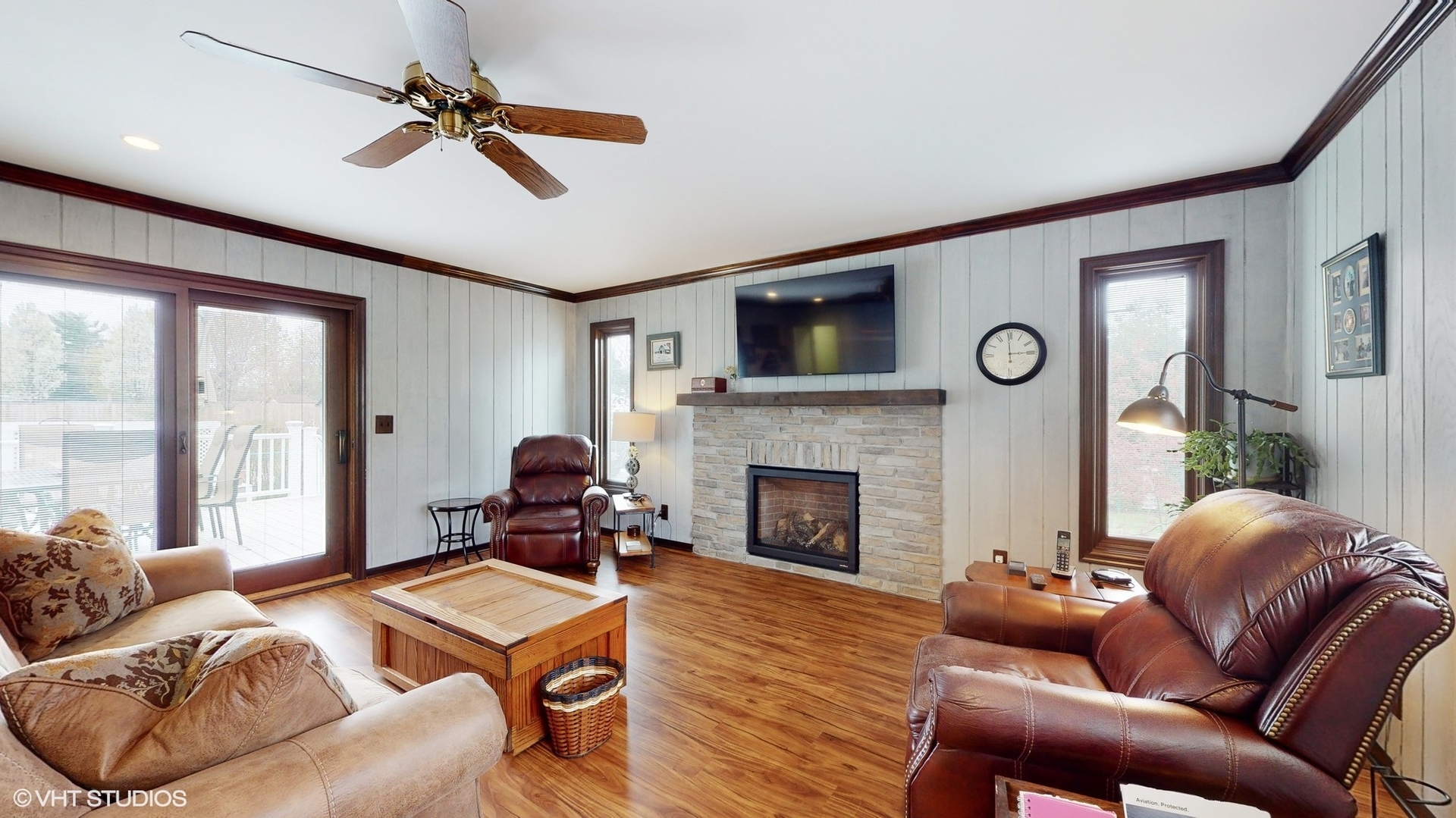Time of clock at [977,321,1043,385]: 2:59
